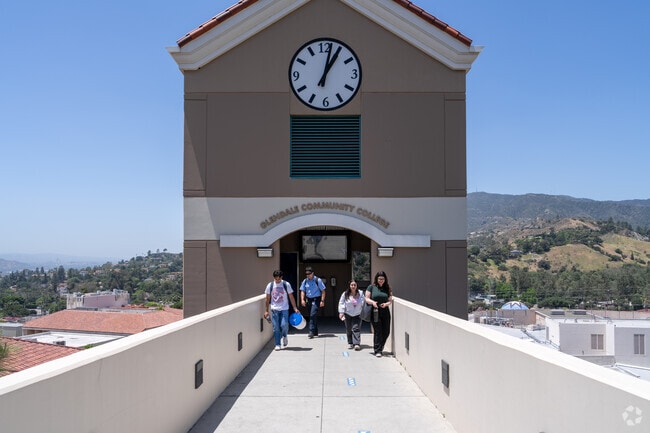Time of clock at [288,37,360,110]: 1:02
